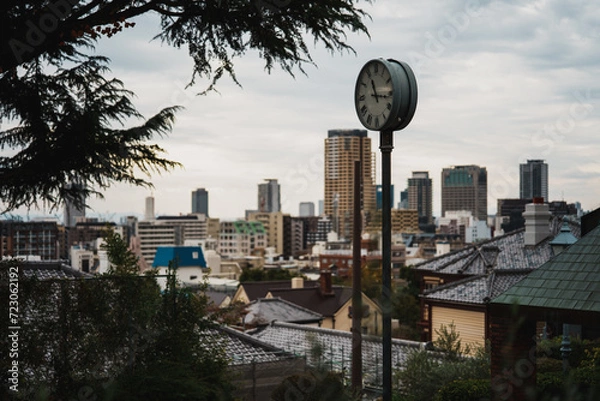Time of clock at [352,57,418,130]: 11:15
